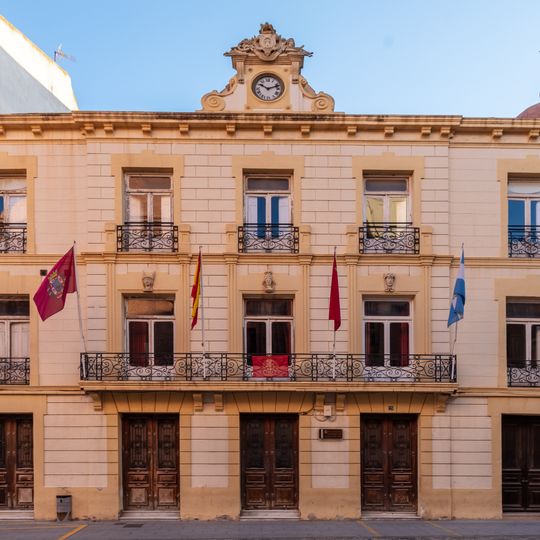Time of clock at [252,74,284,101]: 10:12
